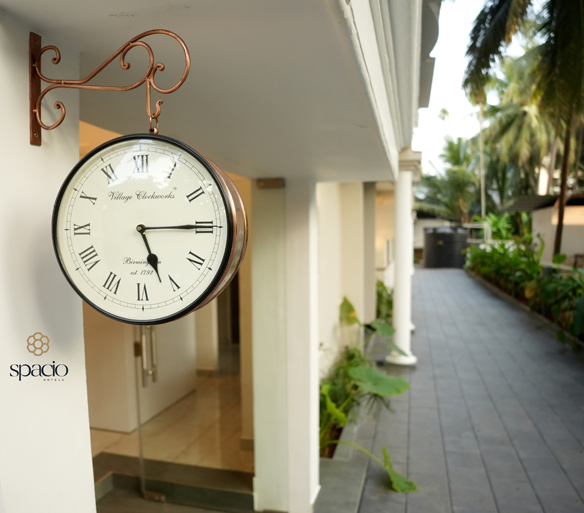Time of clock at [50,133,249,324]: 5:14
